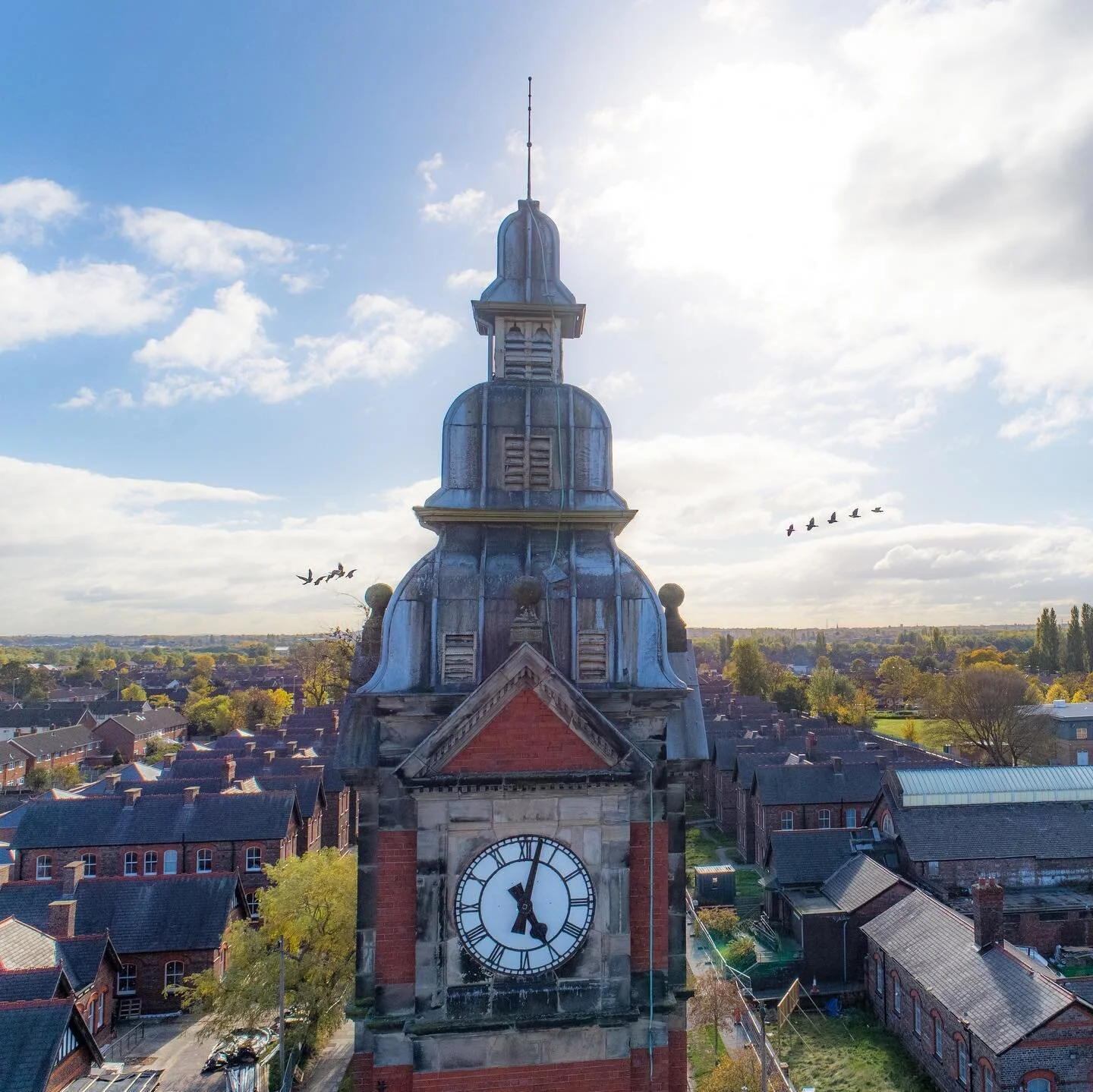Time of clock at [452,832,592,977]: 5:02
